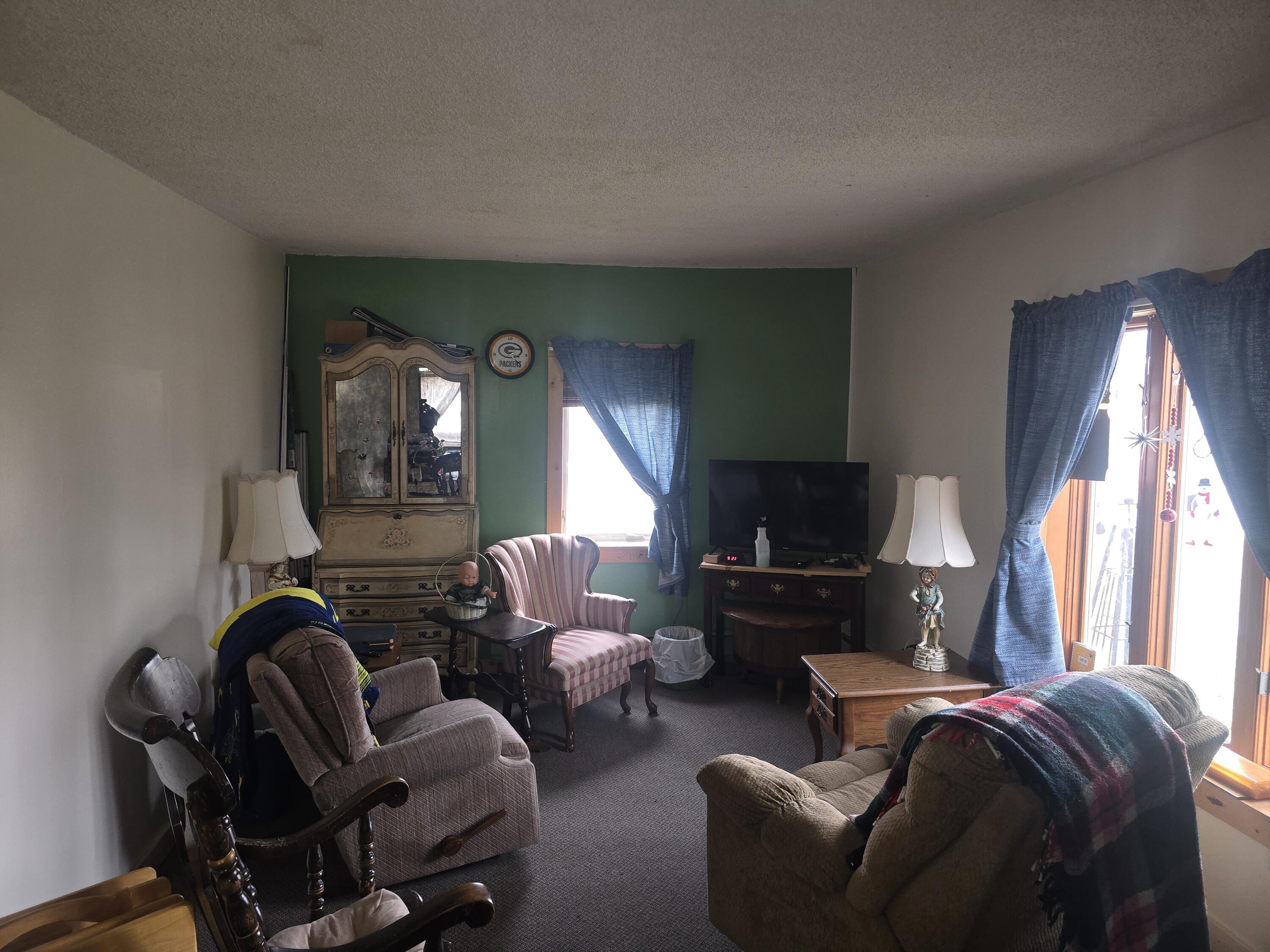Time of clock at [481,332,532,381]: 3:23
